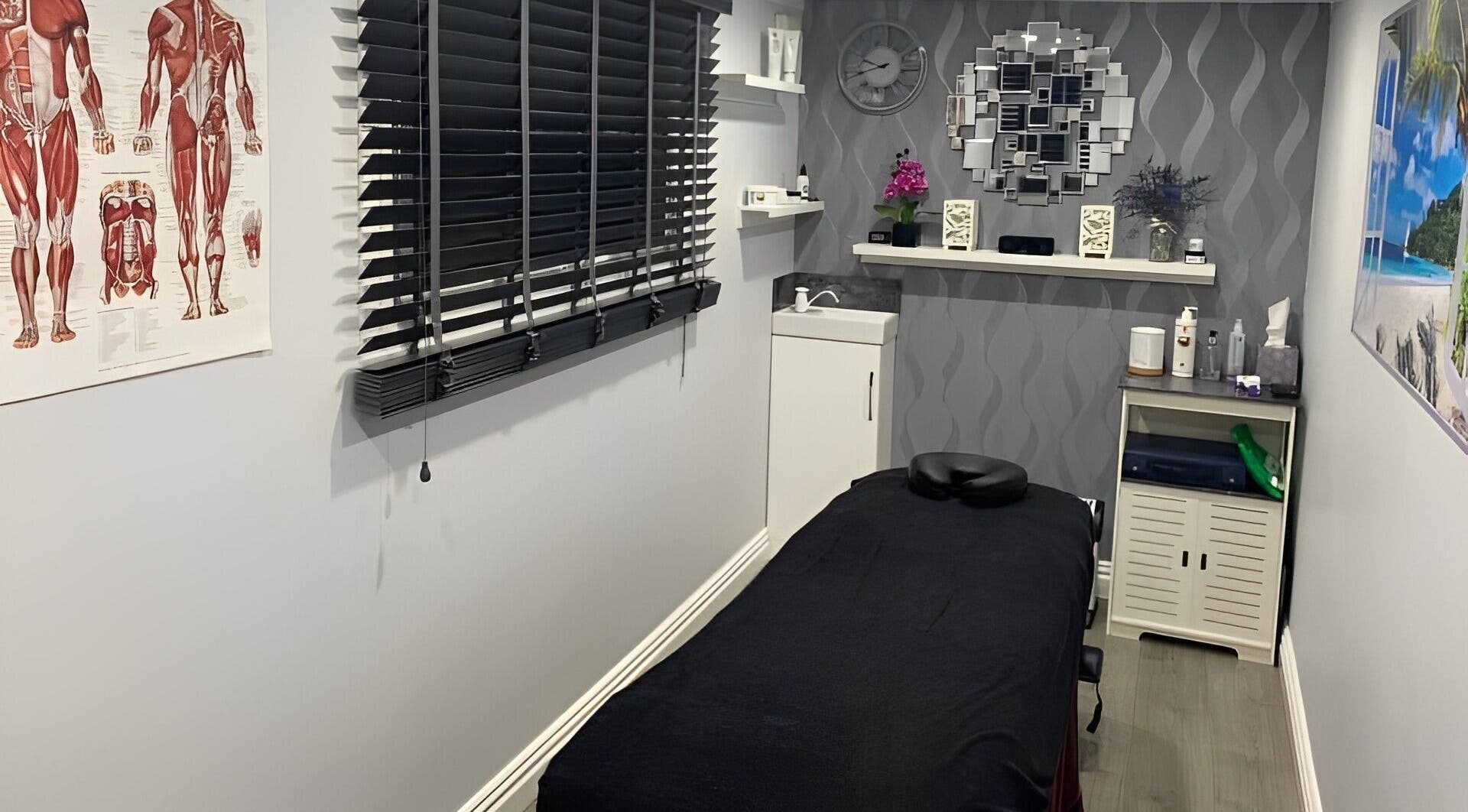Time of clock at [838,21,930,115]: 9:42
